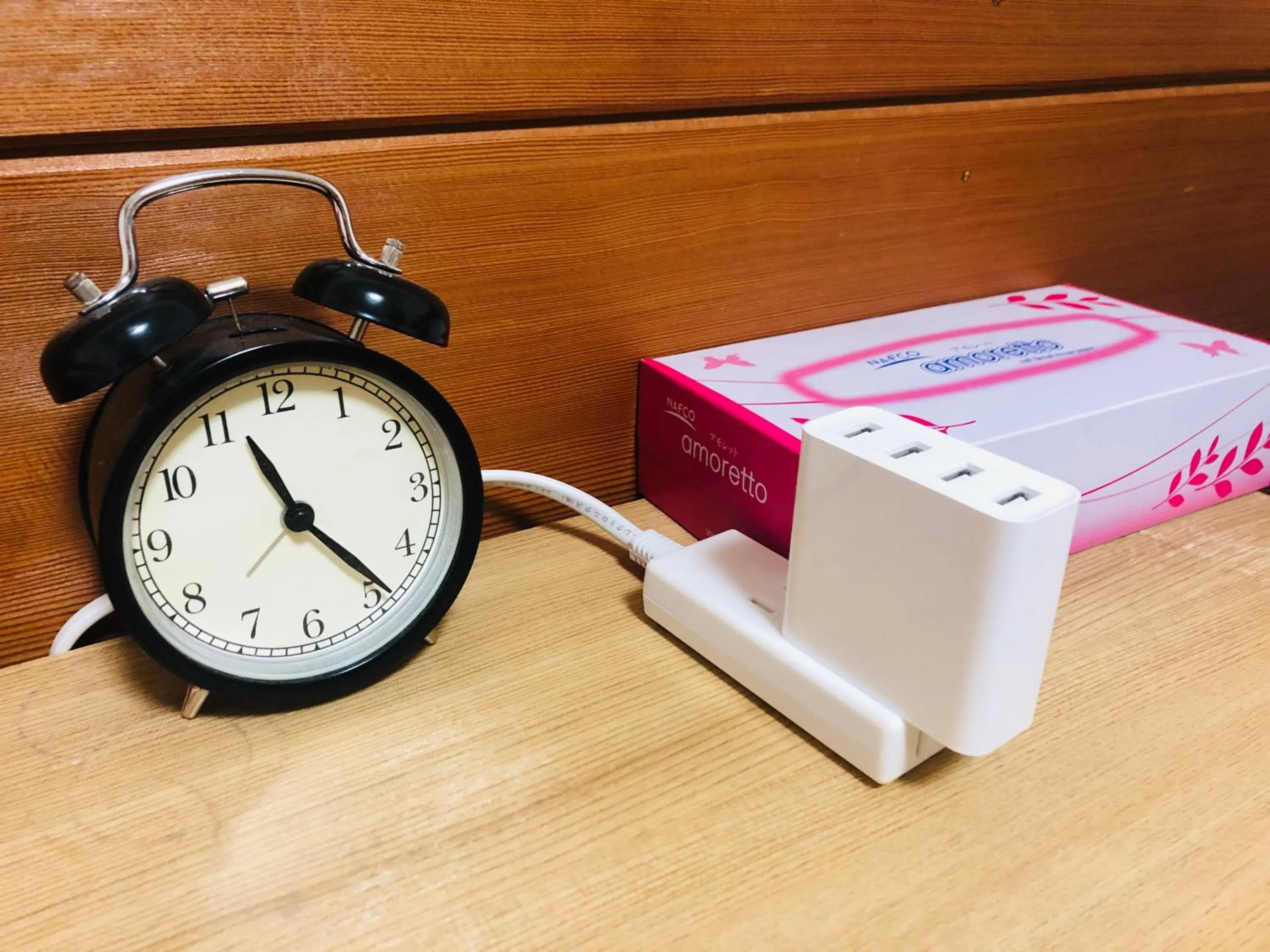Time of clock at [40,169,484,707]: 11:23
